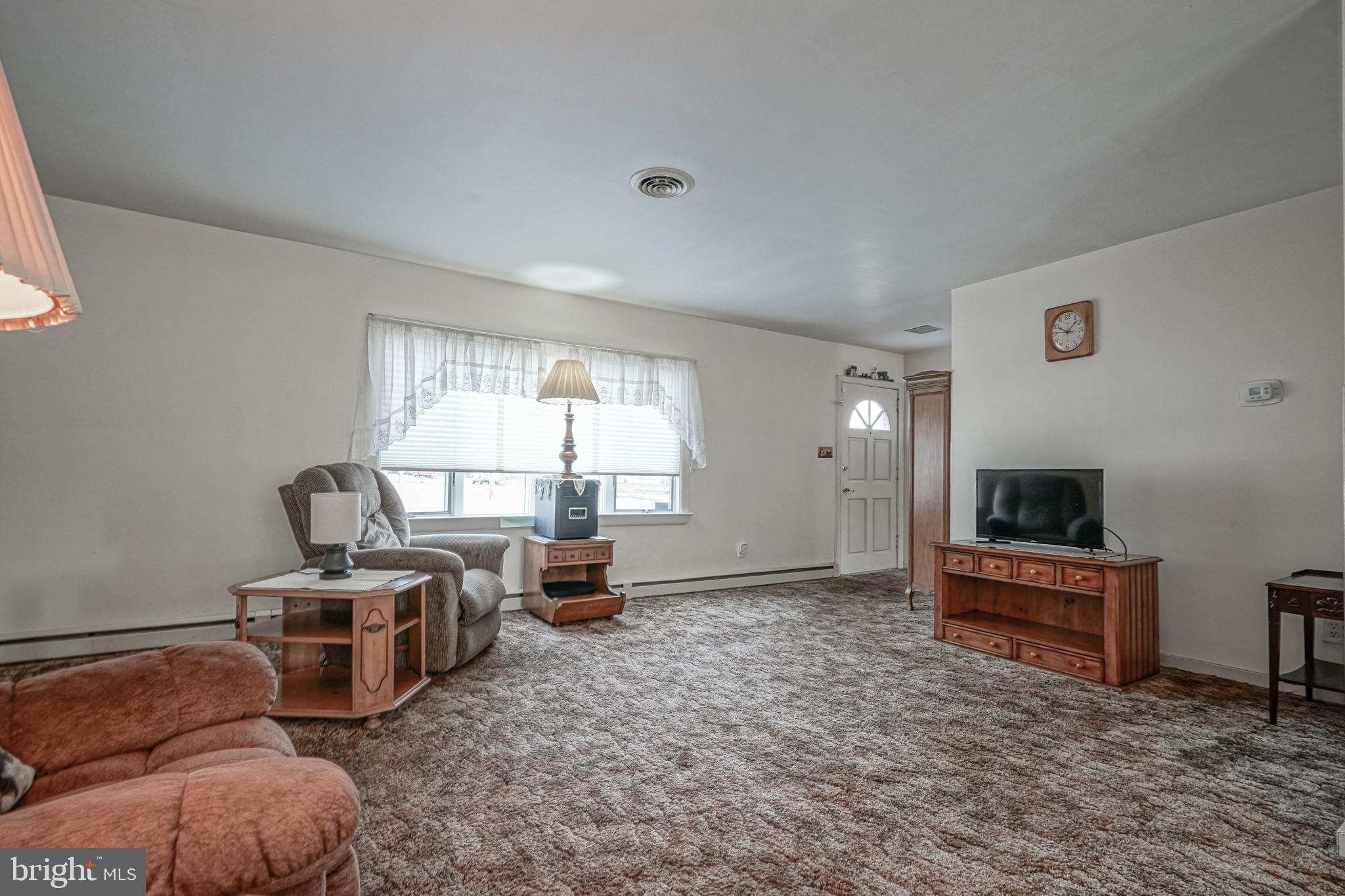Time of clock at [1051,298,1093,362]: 10:07
